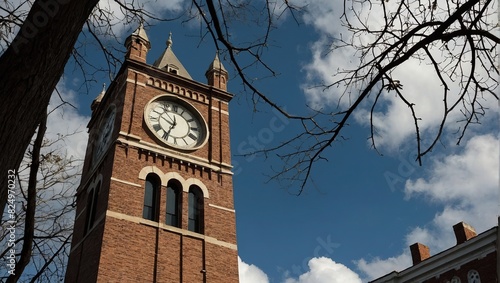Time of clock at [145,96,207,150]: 9:34
